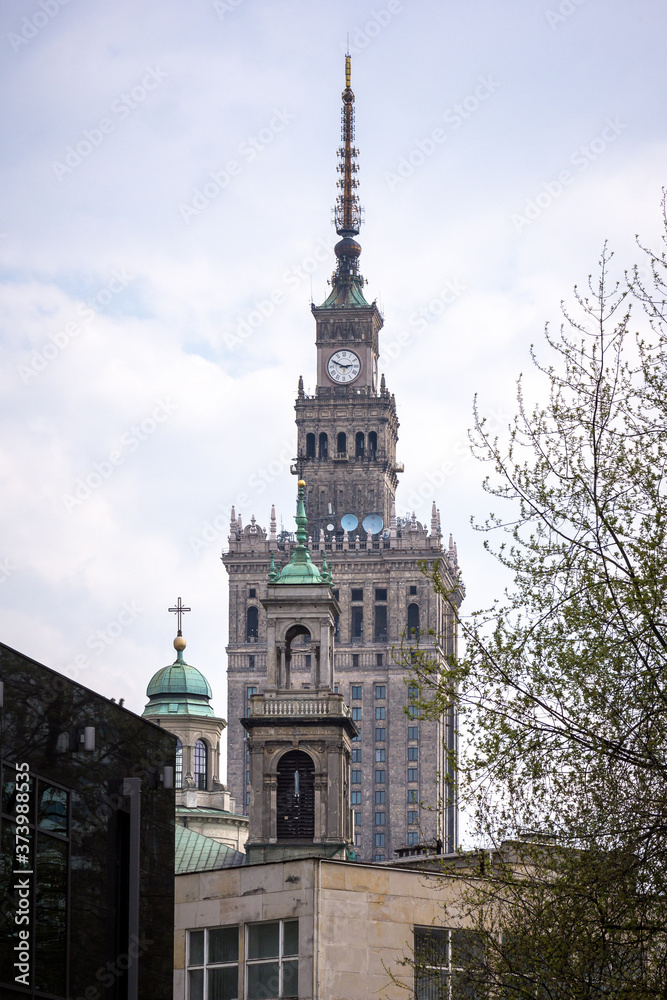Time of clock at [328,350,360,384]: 2:49
